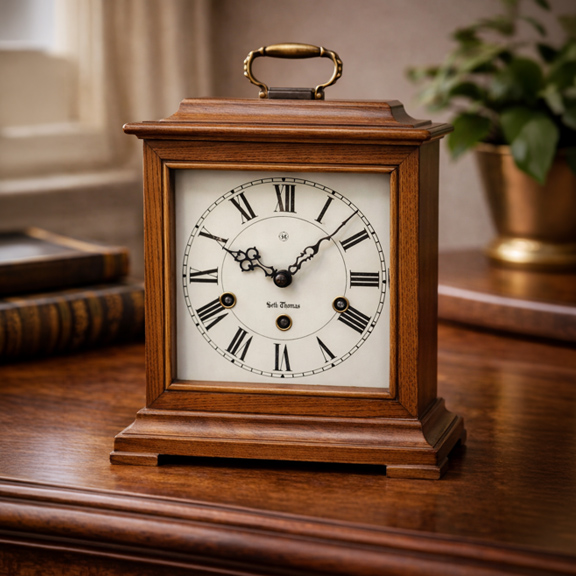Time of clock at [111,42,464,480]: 10:07
